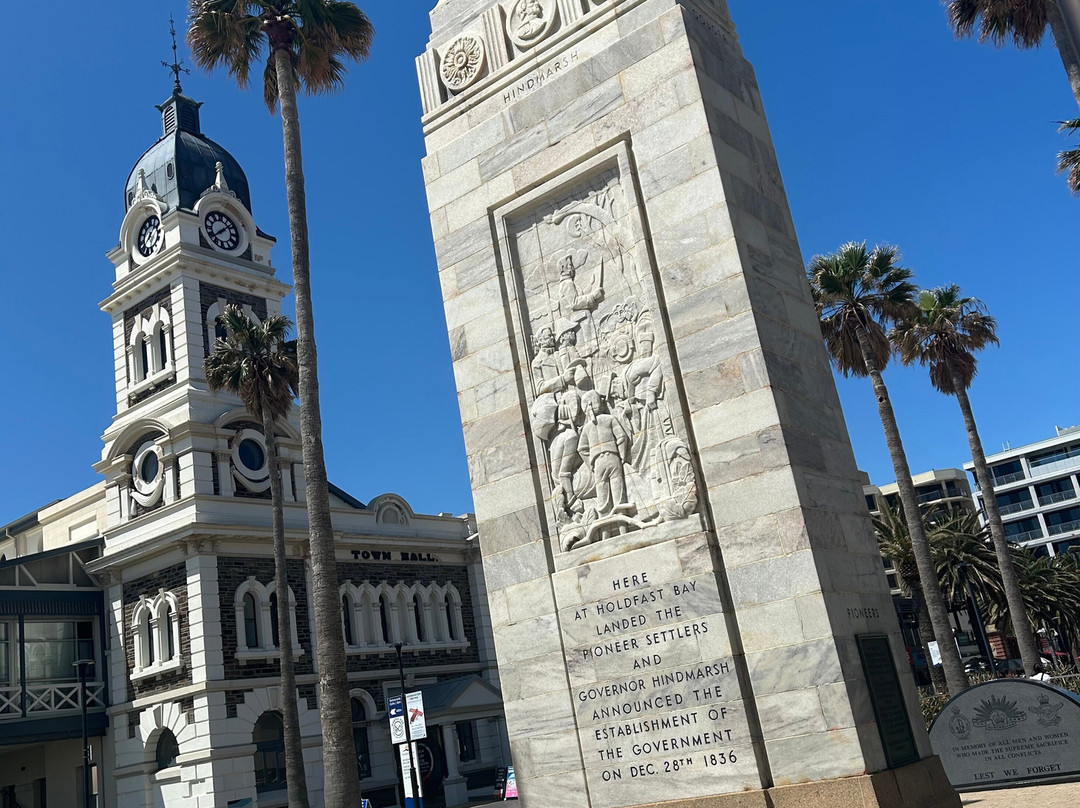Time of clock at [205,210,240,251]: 1:38
